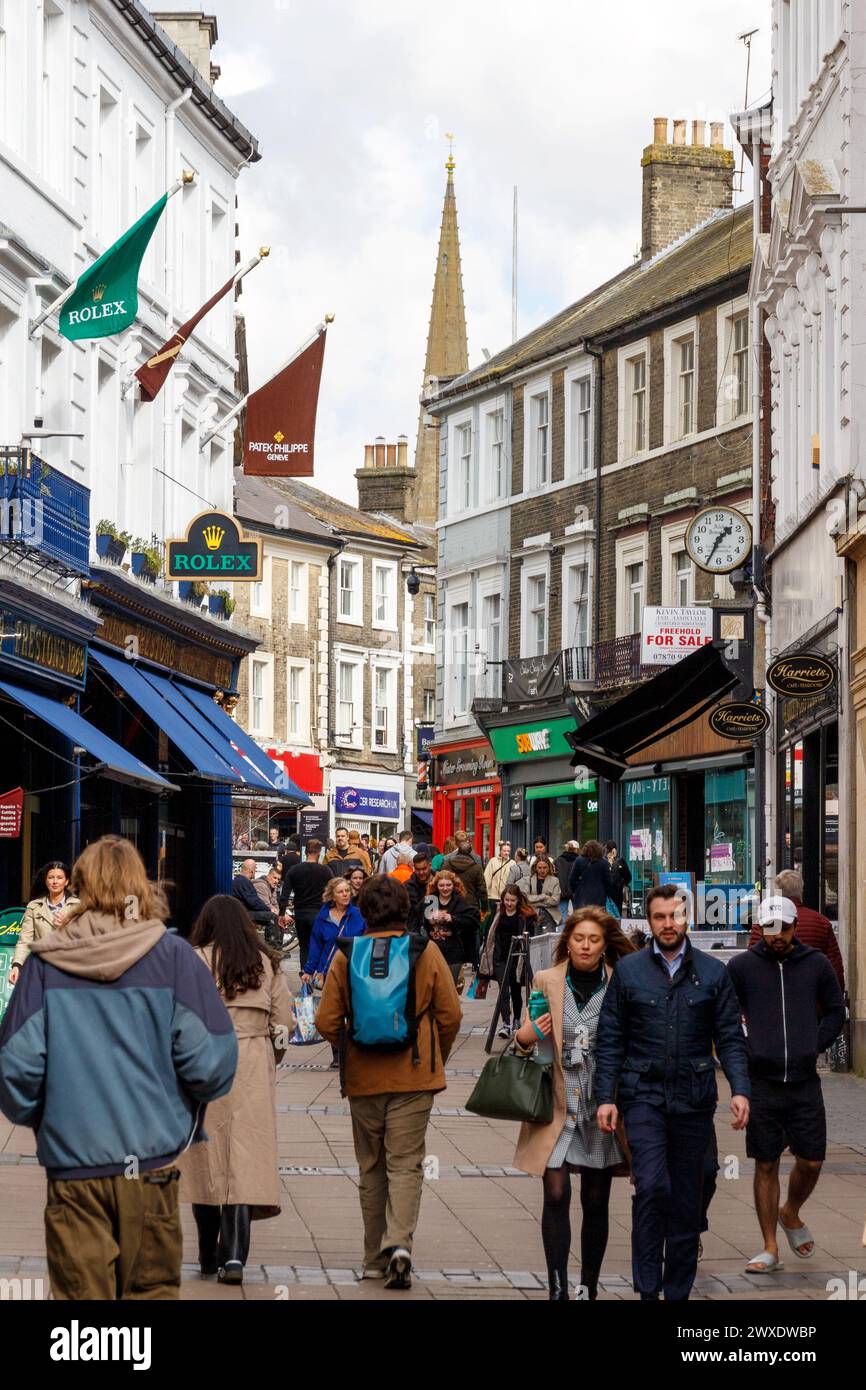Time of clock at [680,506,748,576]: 1:34
